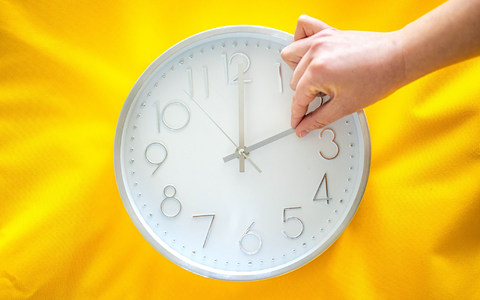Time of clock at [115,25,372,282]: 12:11
